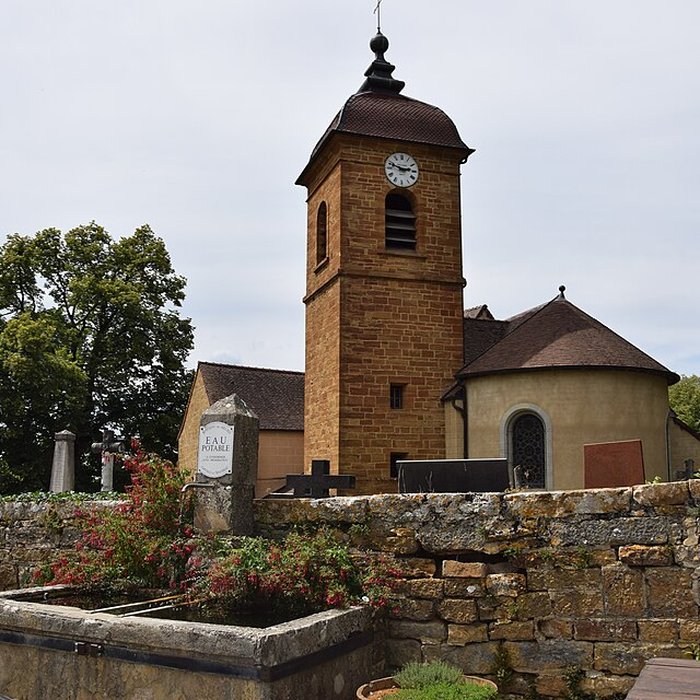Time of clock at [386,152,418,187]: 2:48
